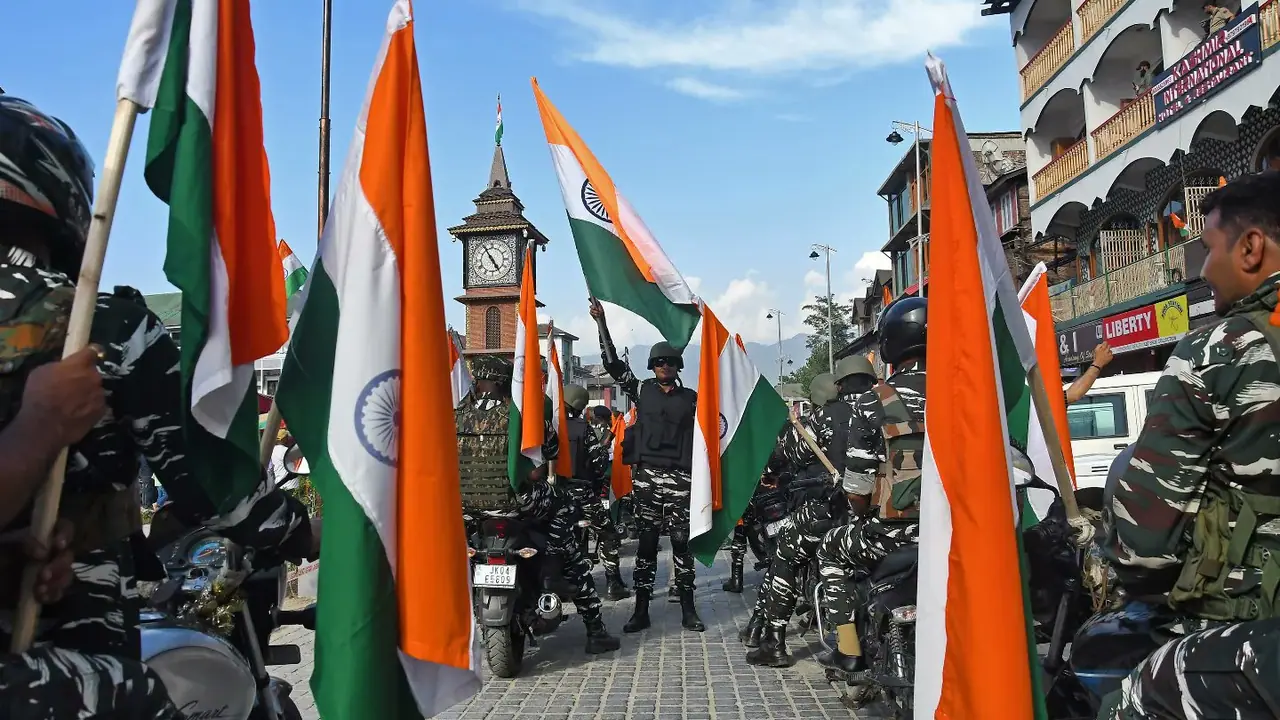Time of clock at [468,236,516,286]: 4:54
